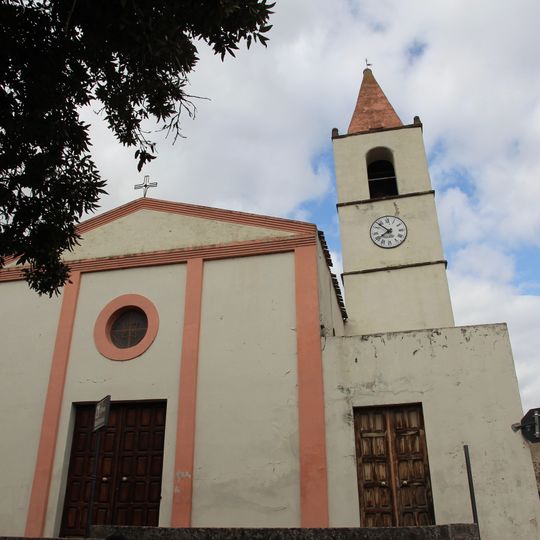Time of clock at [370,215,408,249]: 7:52
